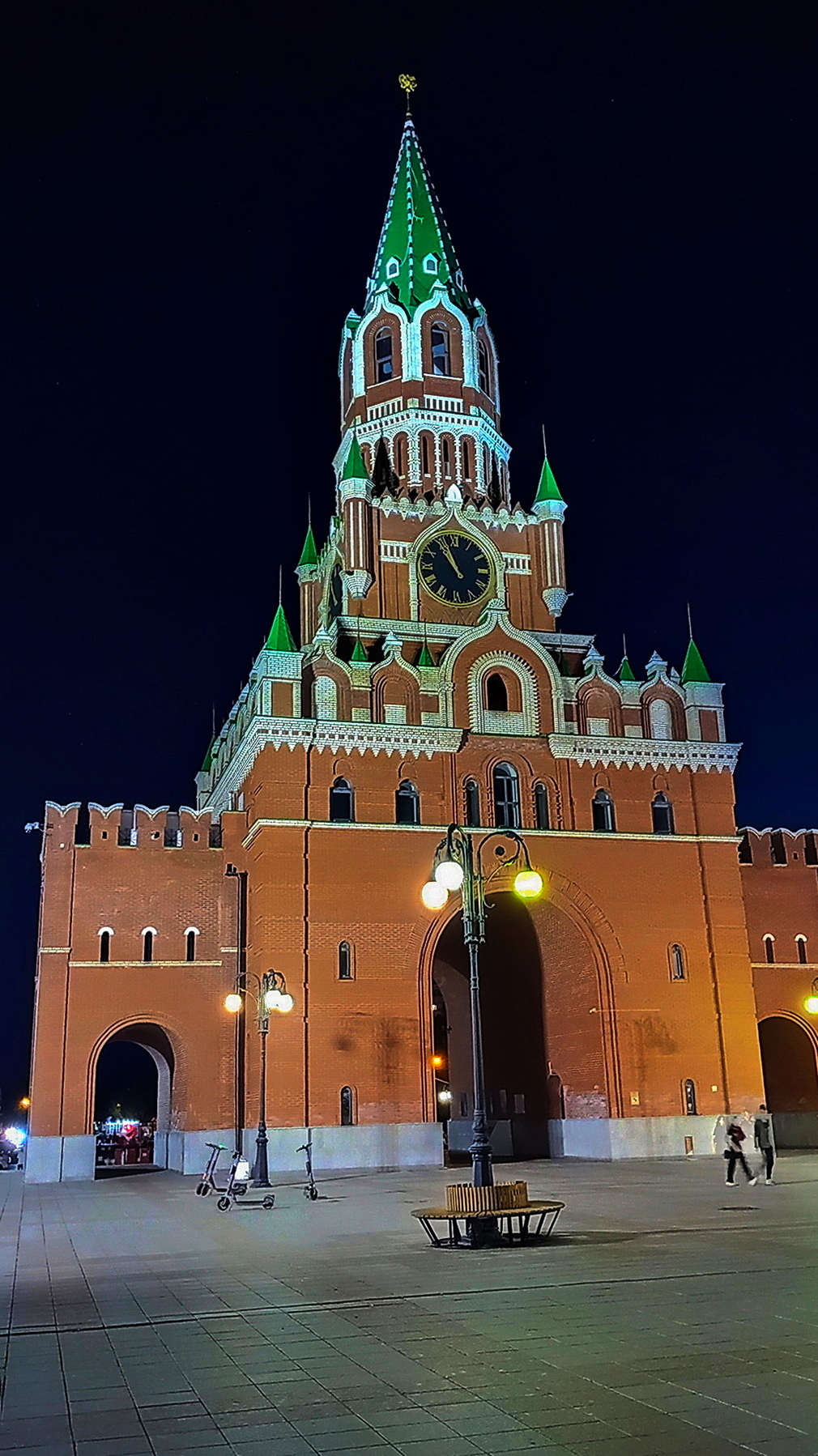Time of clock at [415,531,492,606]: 10:56
